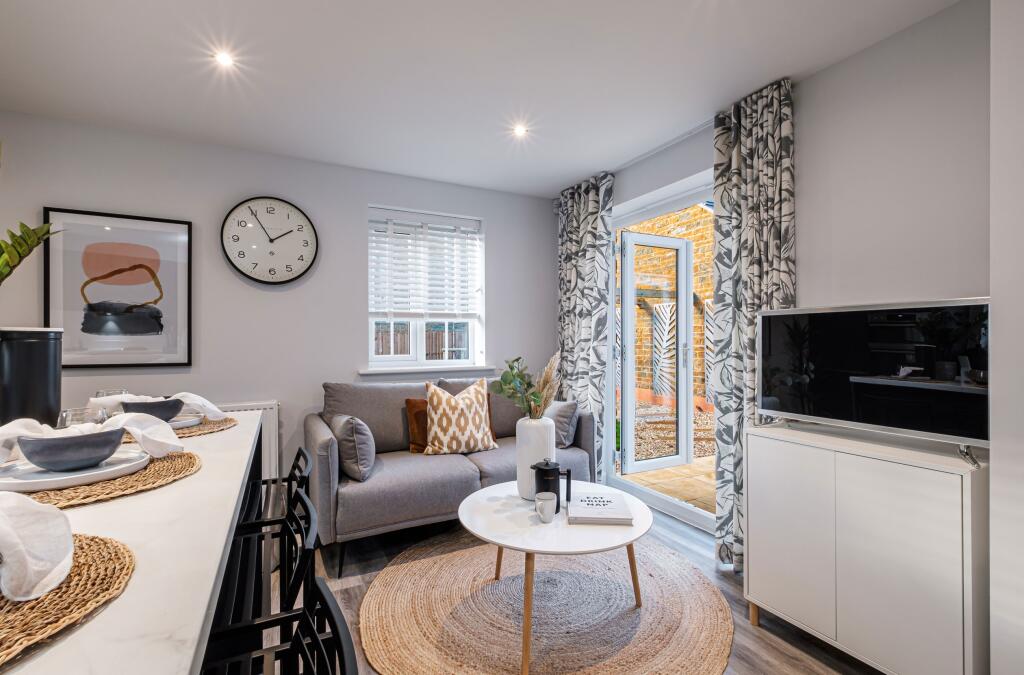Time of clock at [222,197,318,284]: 1:54
